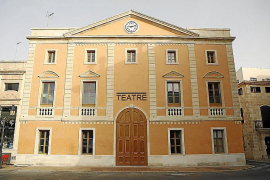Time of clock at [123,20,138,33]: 9:12
